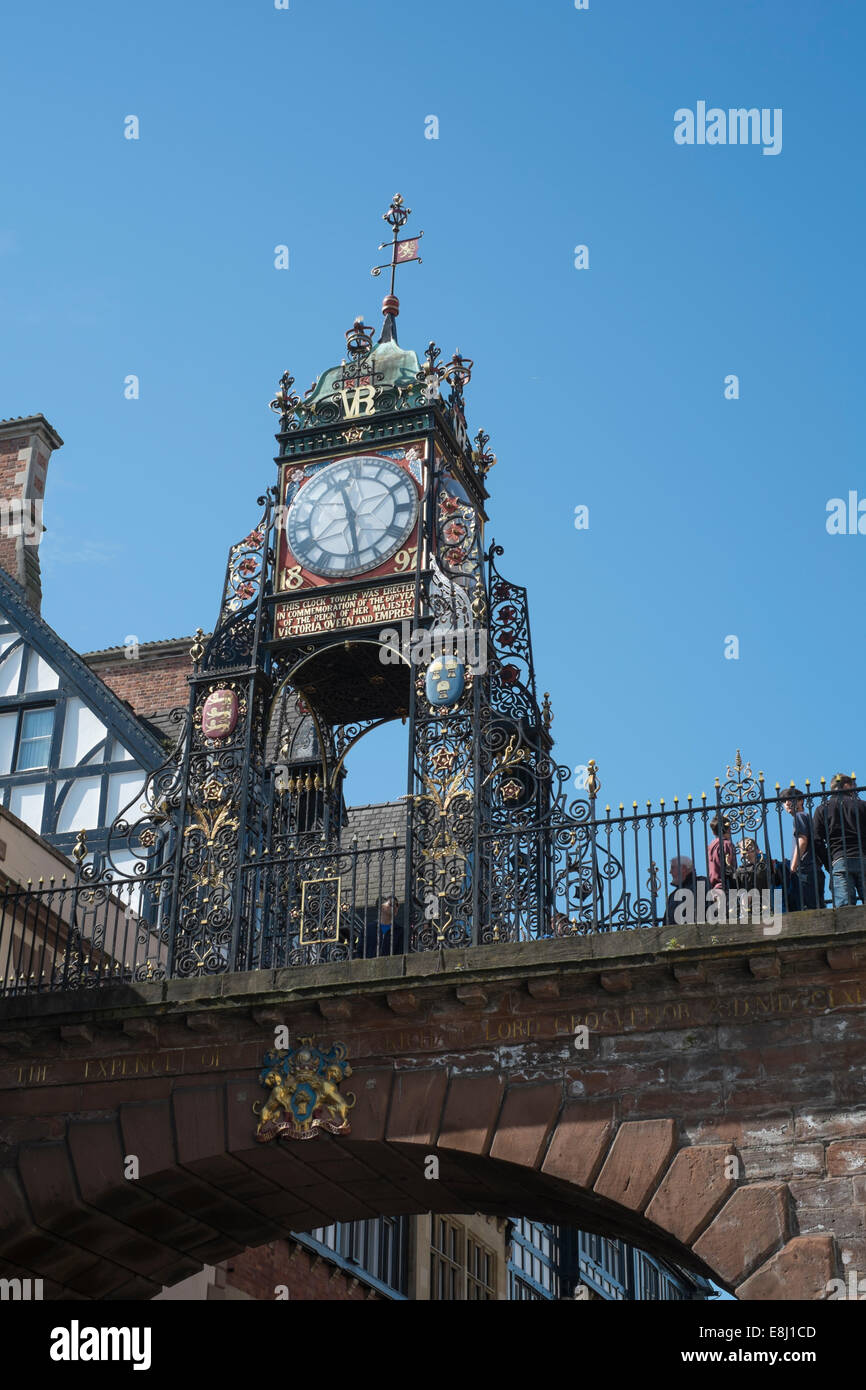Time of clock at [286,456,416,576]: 11:28
